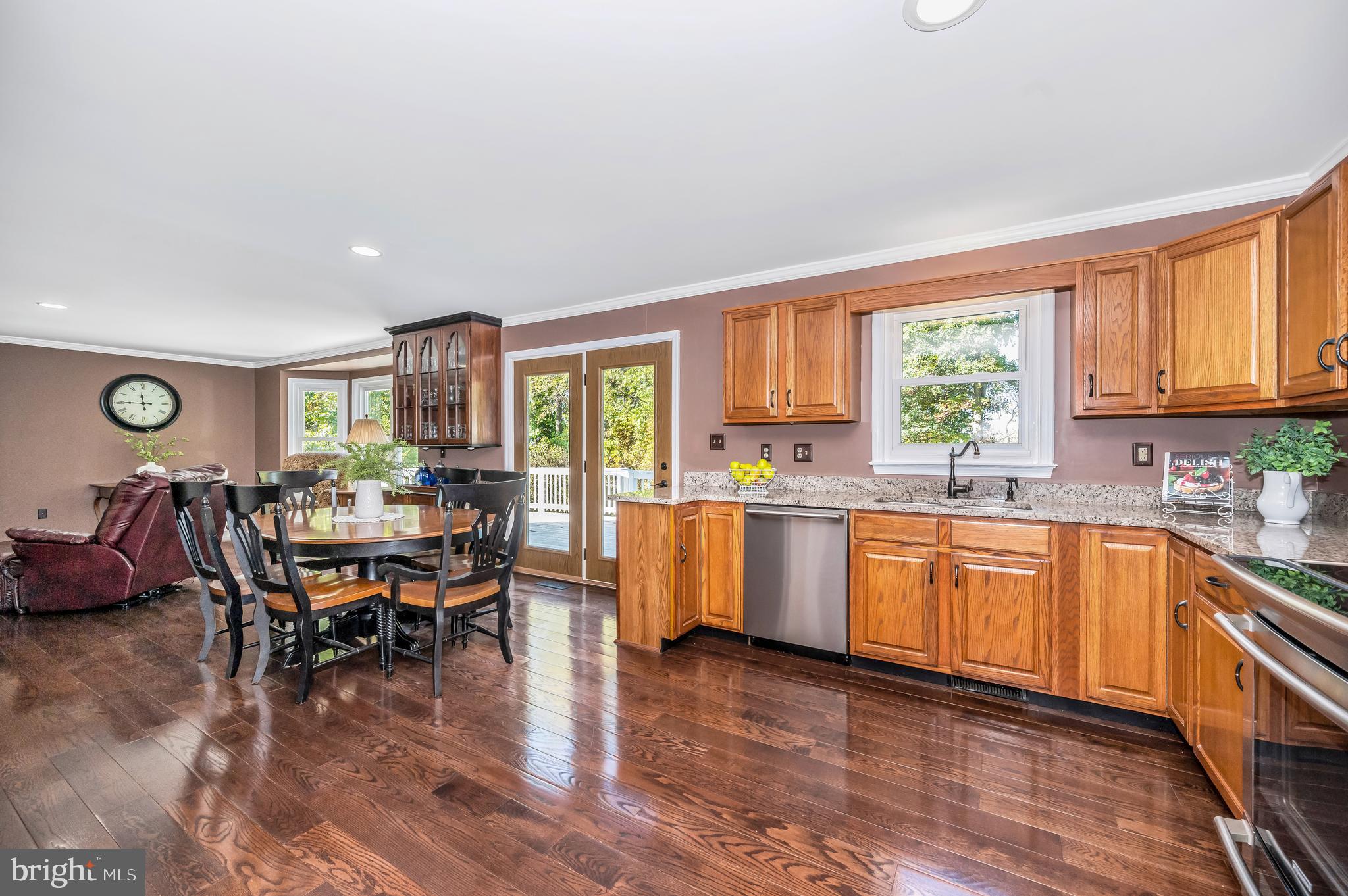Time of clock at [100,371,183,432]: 11:45
